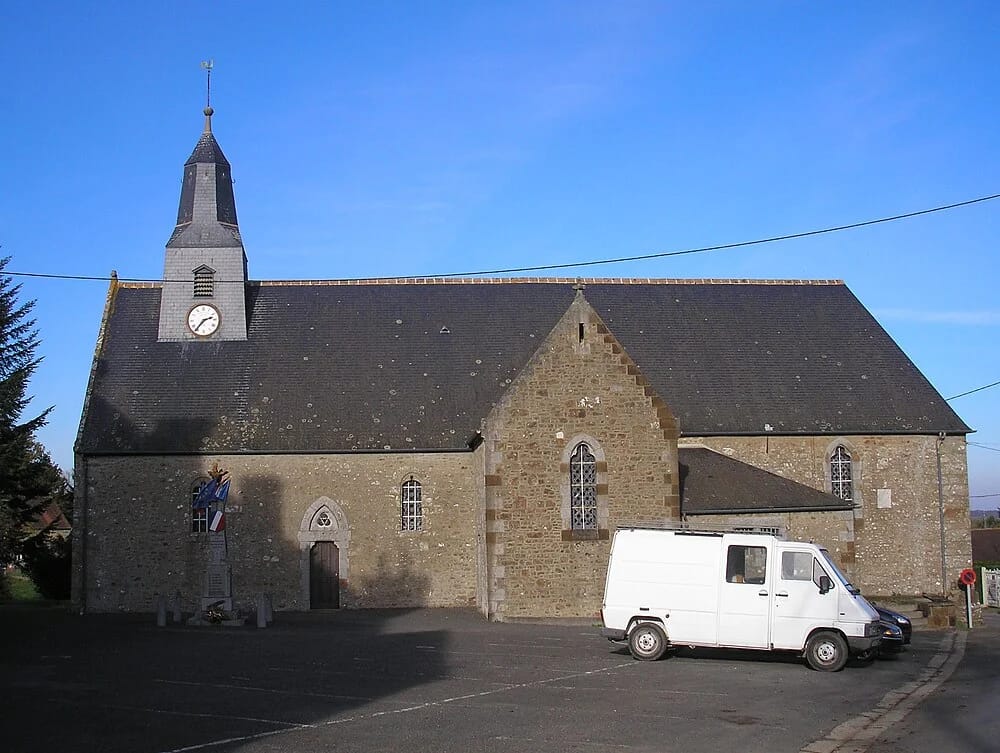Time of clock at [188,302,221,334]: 2:36
